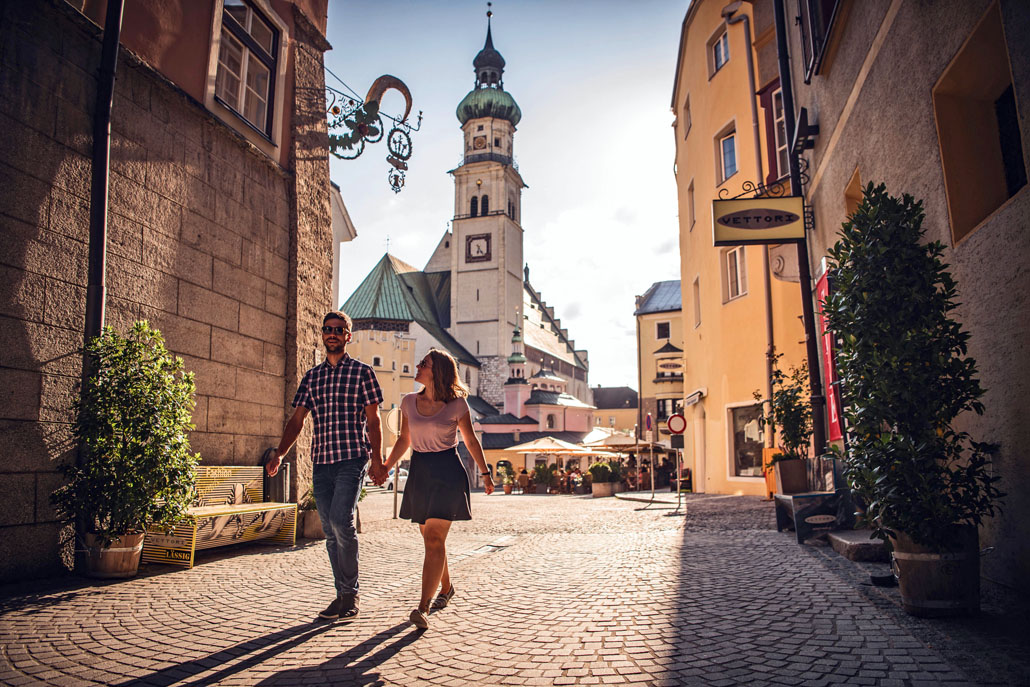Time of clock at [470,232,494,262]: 6:23
